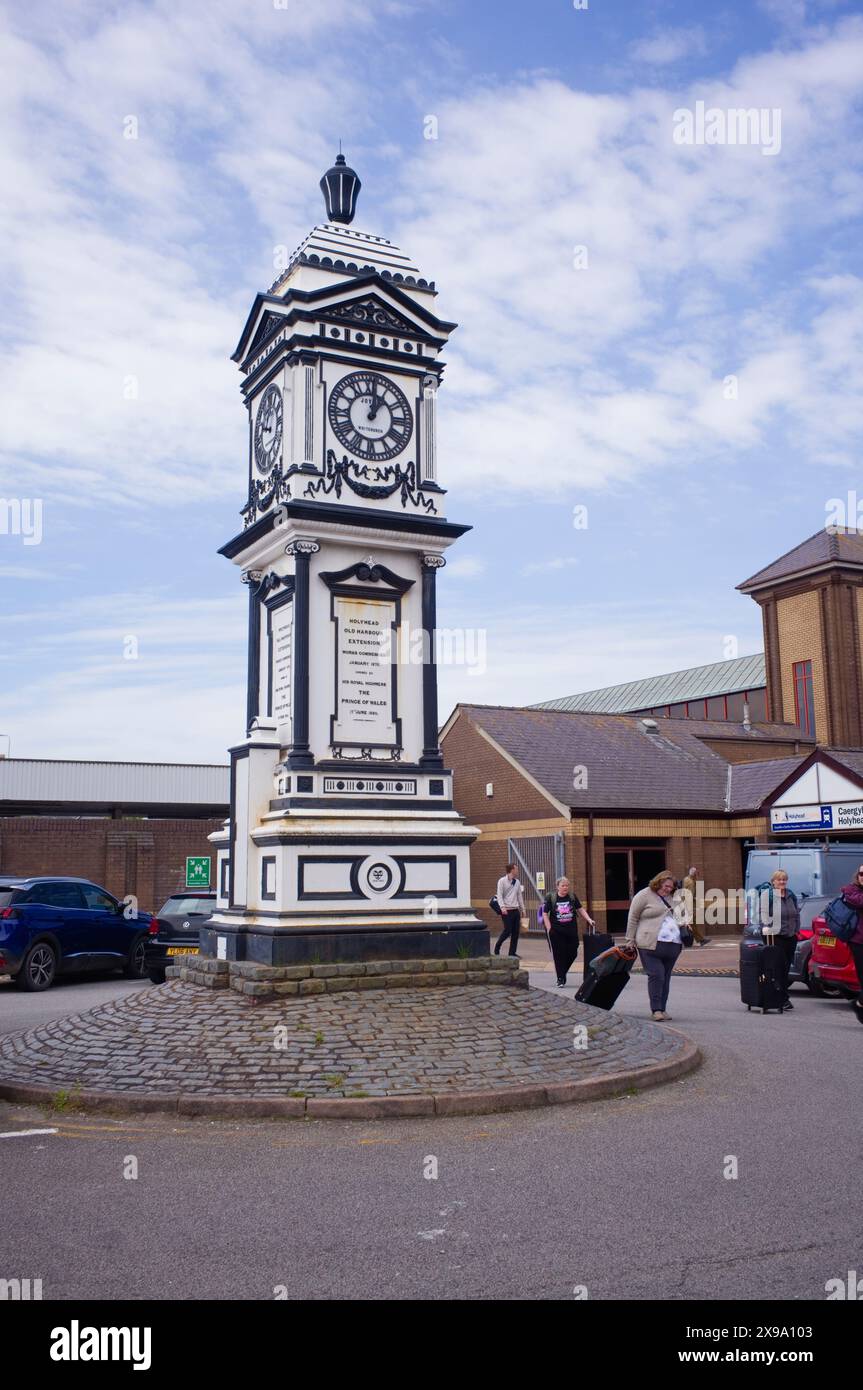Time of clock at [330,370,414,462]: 1:01
